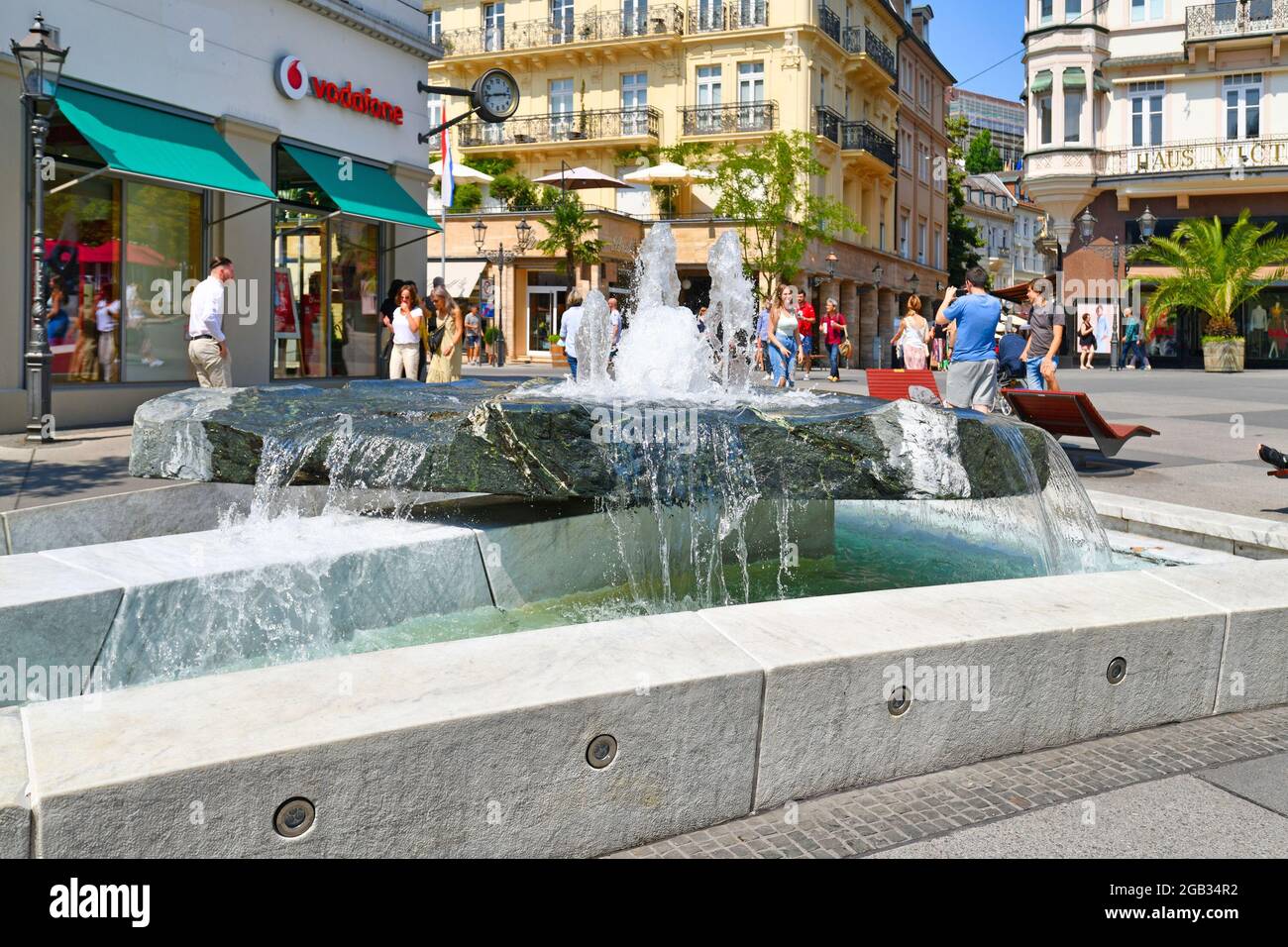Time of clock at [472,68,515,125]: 2:42
